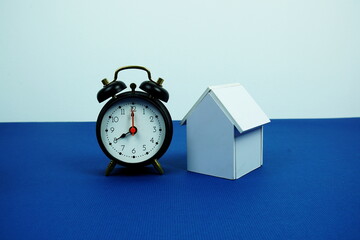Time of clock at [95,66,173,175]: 8:00
